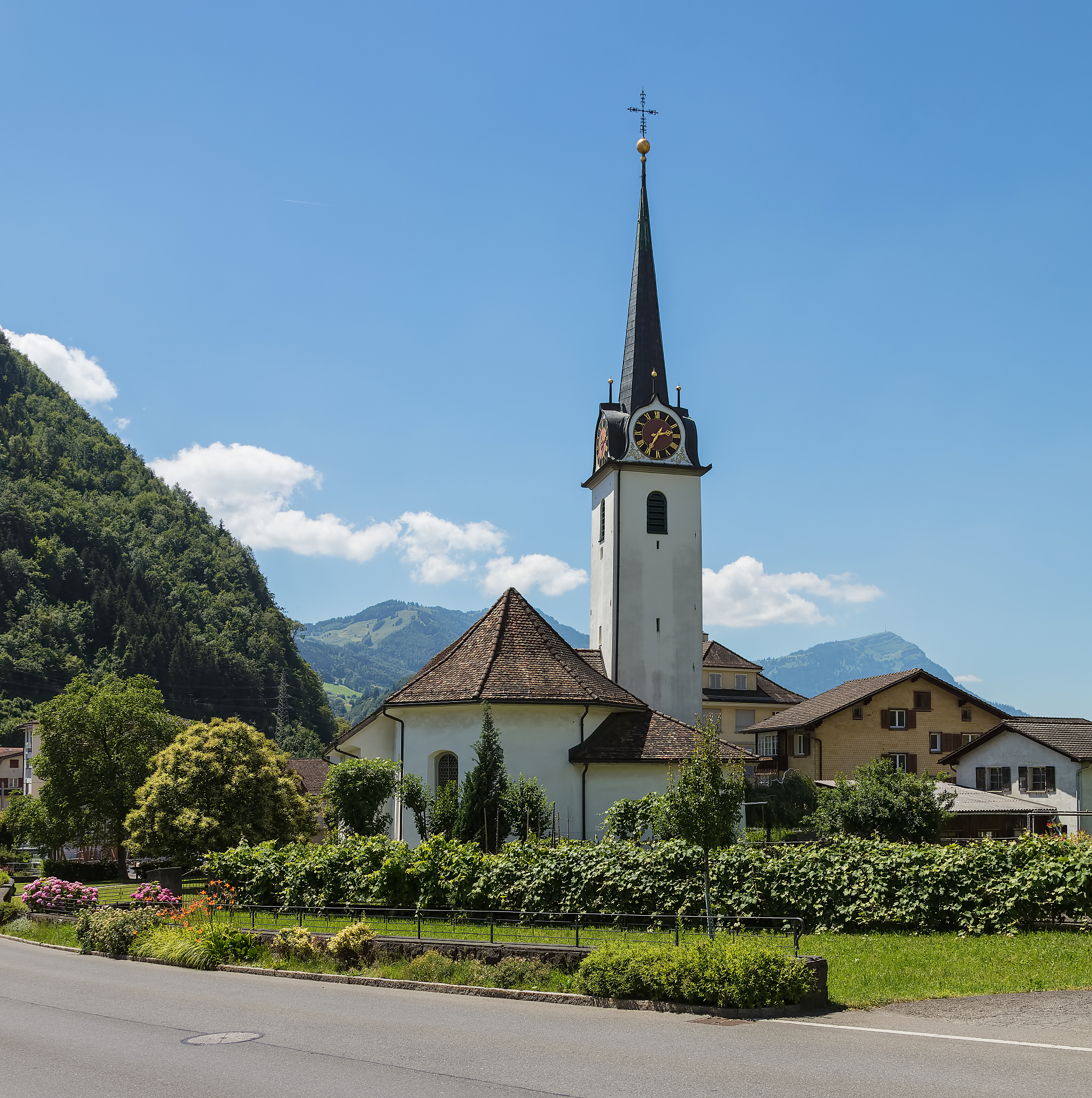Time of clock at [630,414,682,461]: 2:34
